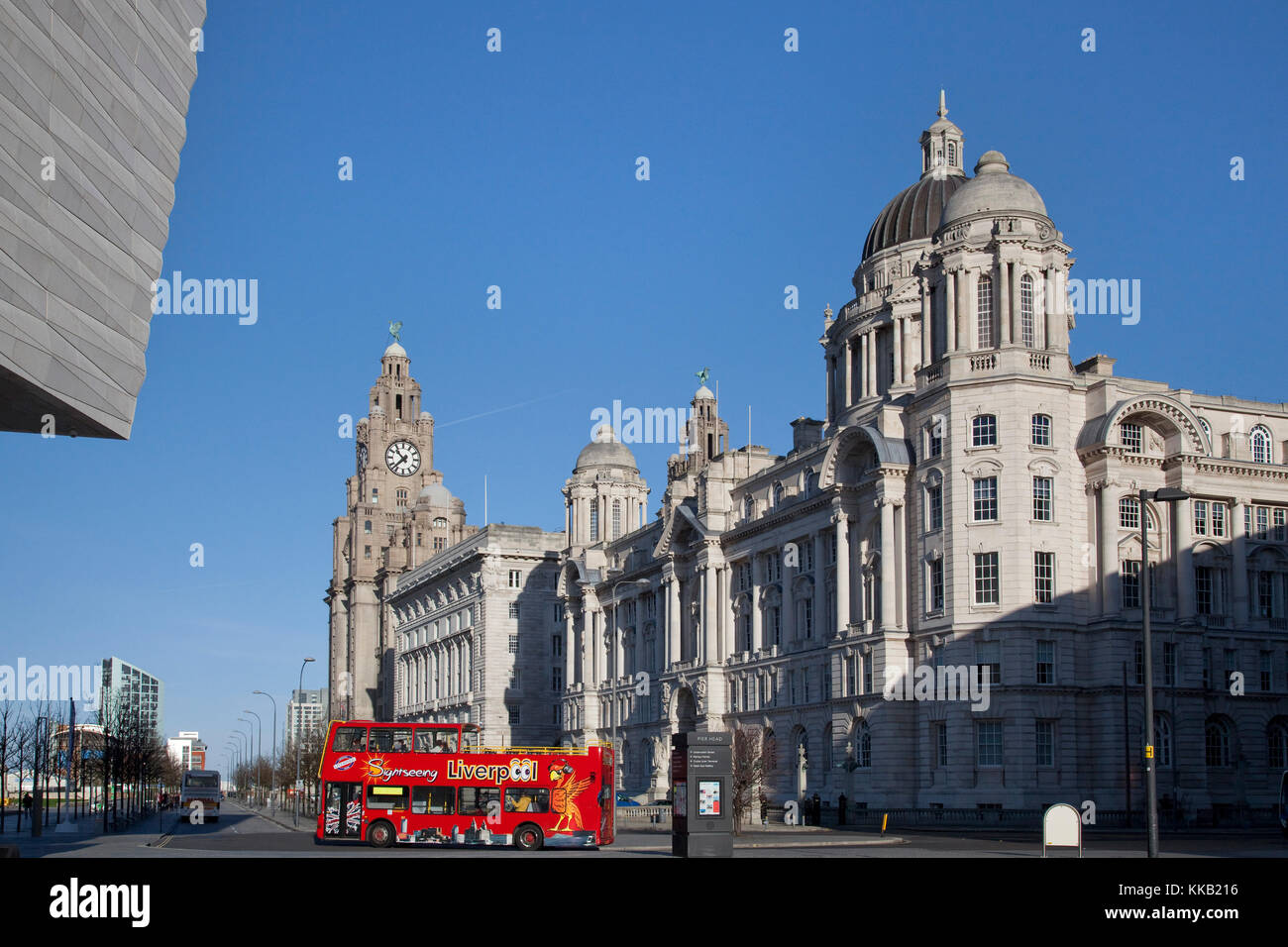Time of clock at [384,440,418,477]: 10:37
